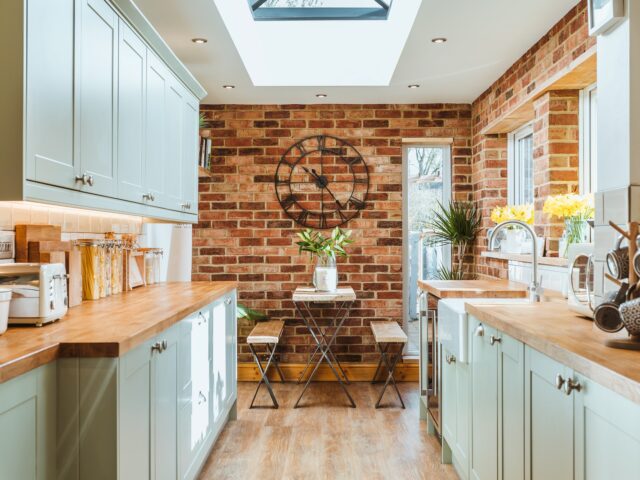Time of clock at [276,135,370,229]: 10:23
